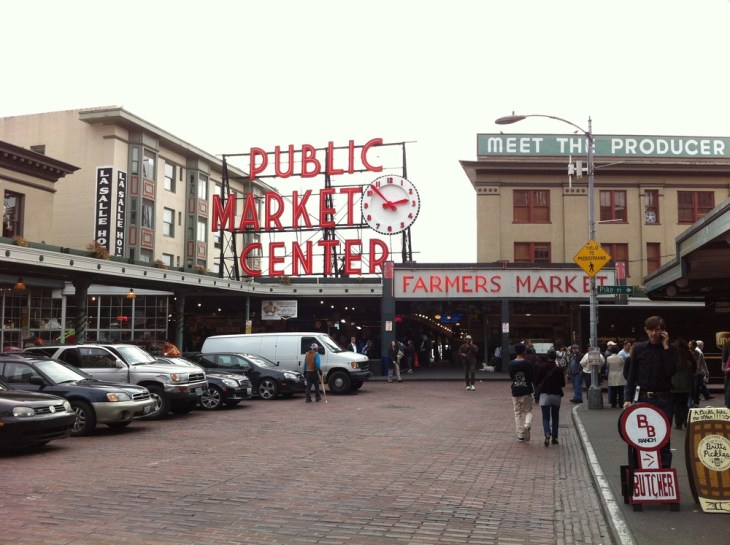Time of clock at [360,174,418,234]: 2:52
